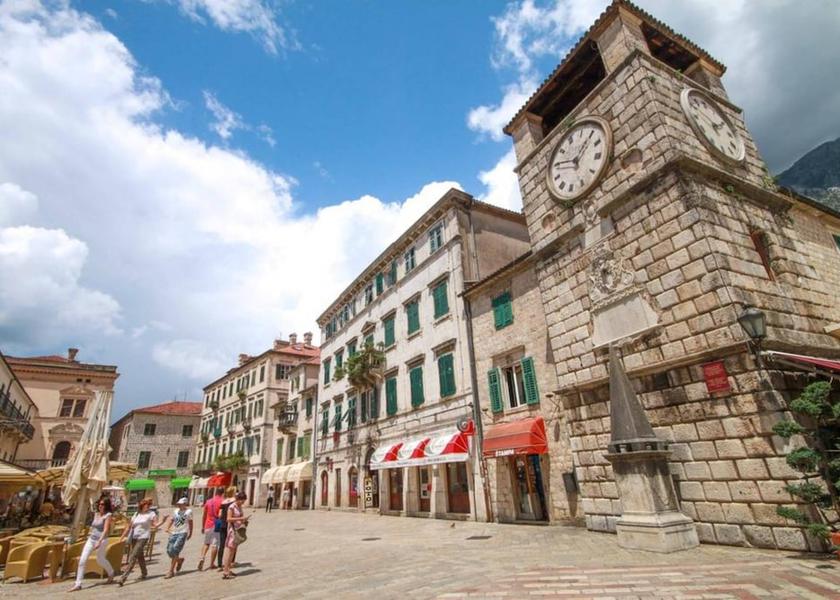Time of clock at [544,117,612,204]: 12:45
